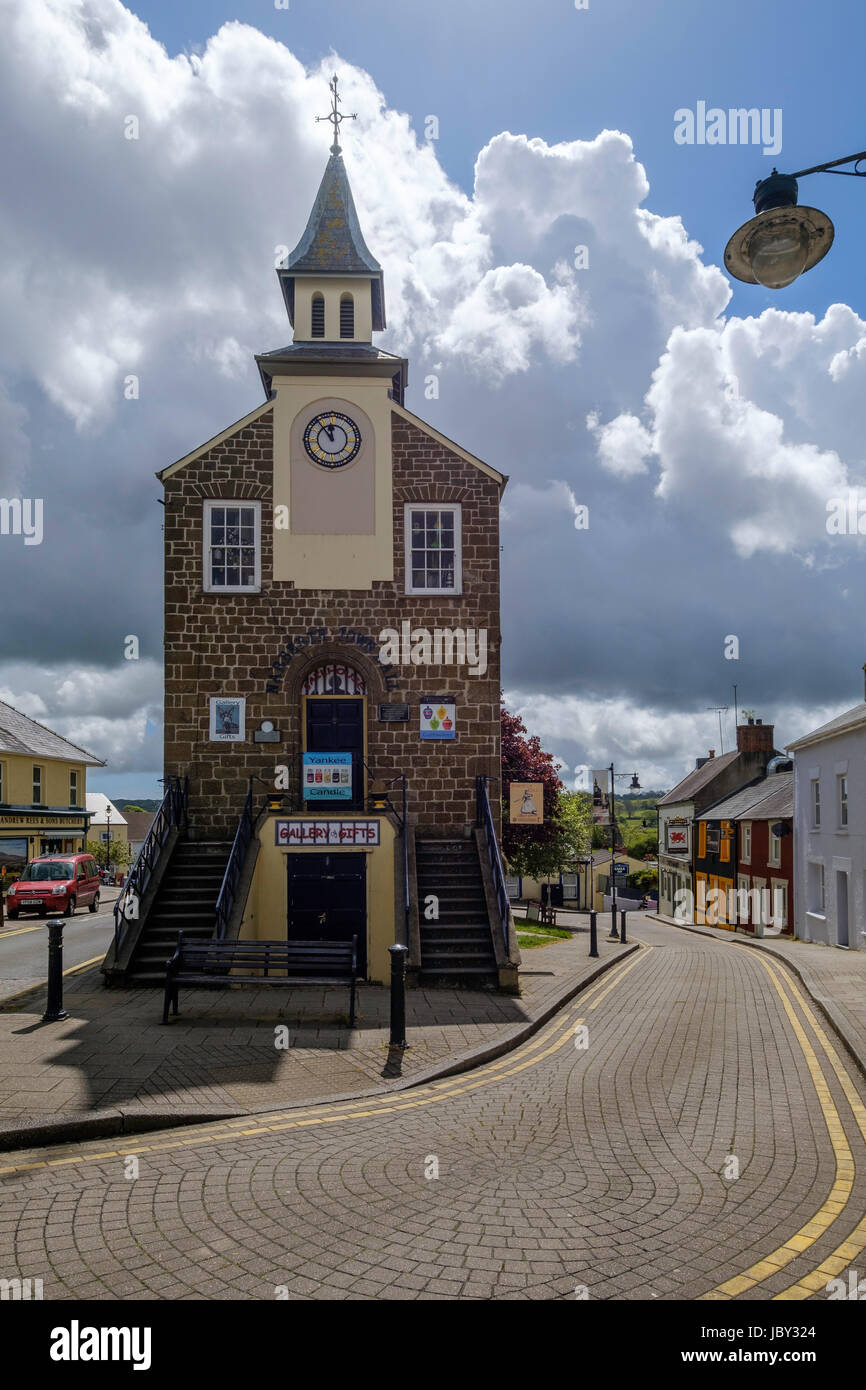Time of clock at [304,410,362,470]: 11:53
